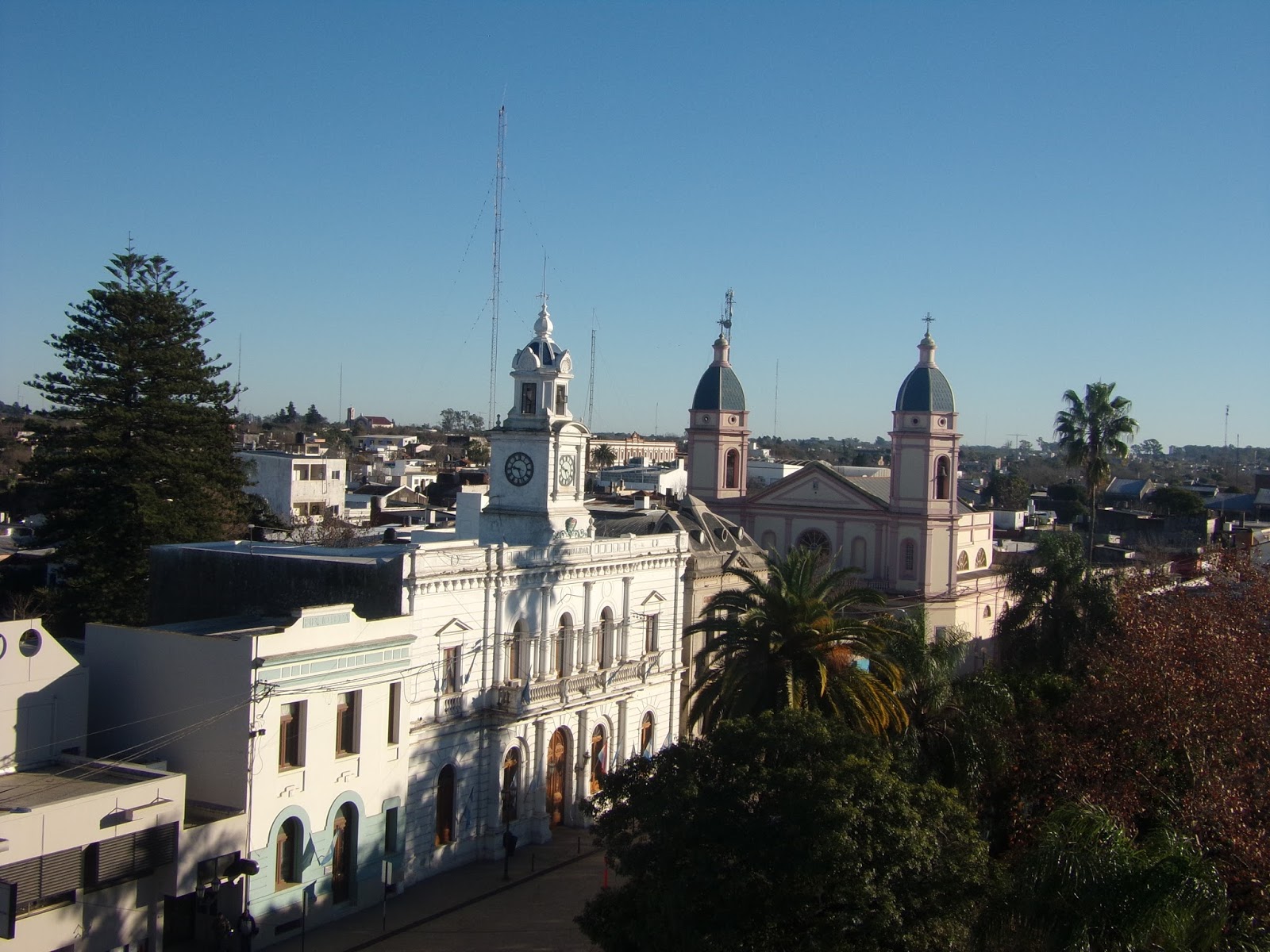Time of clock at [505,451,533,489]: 9:27
